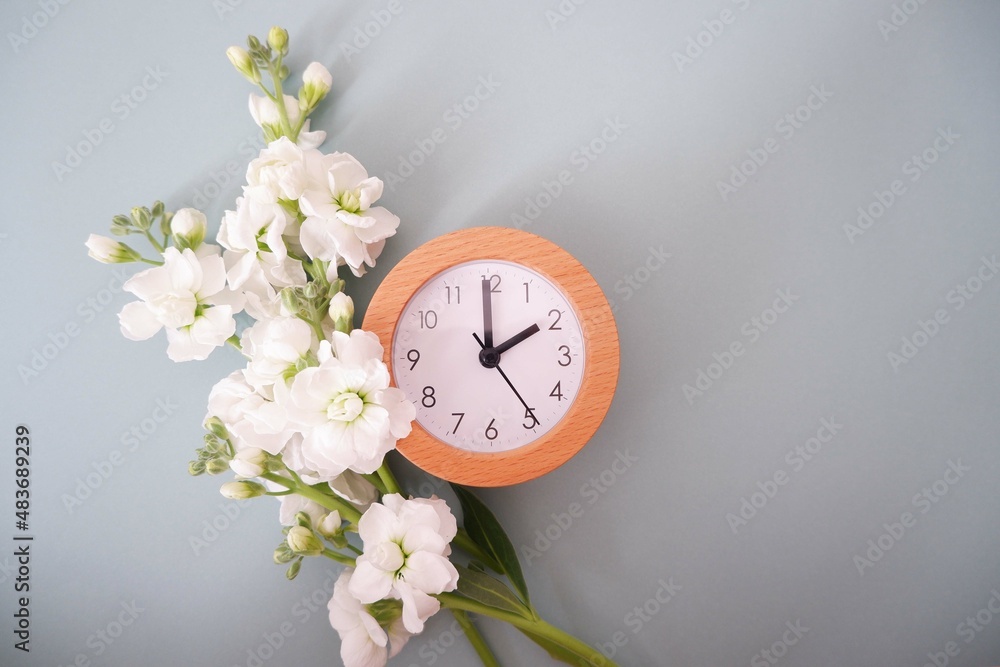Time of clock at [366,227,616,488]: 1:59
